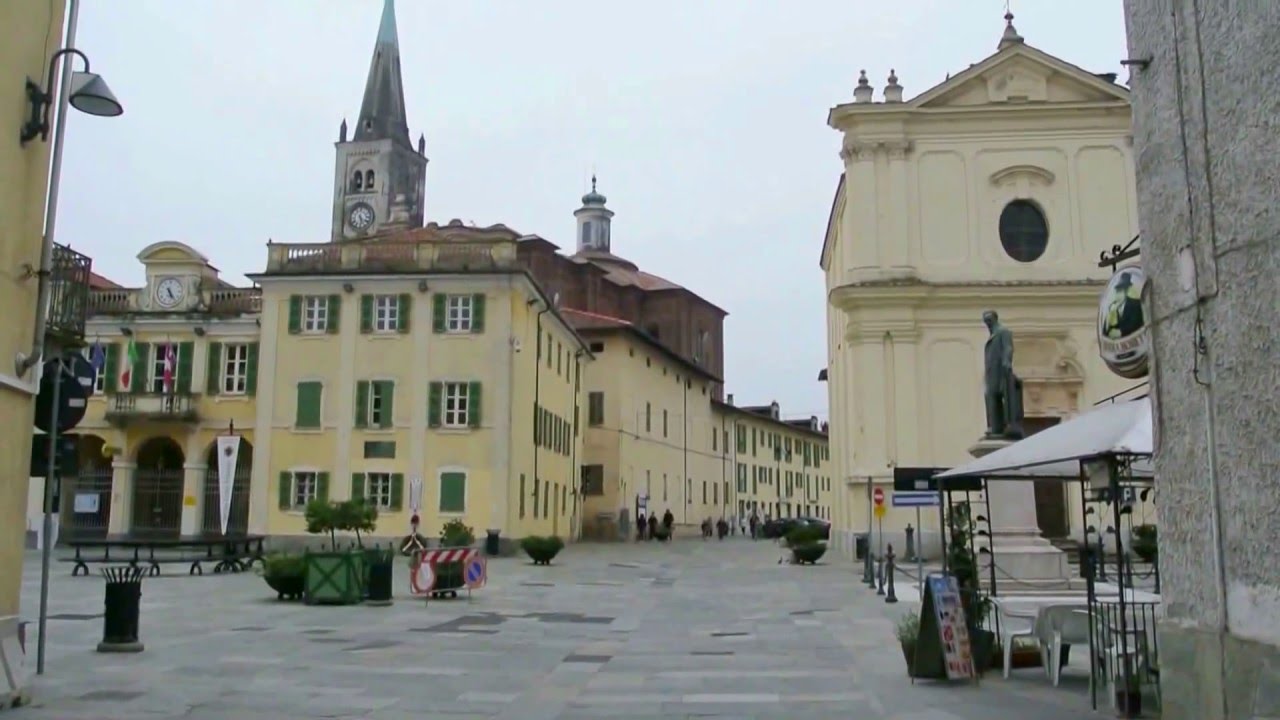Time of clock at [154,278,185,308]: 5:24
